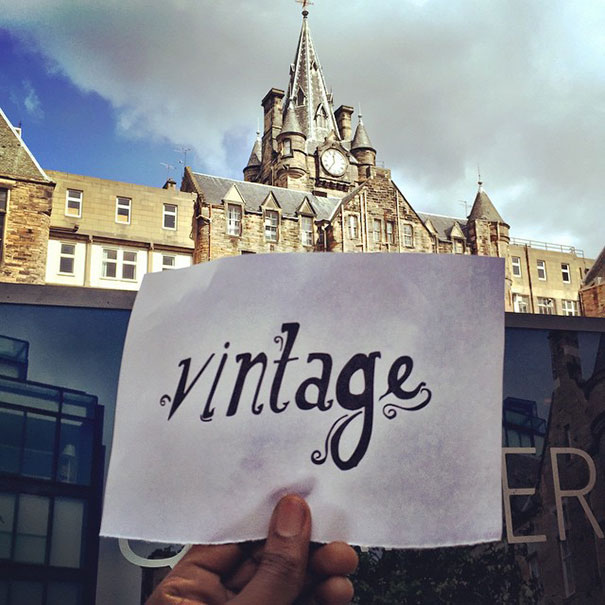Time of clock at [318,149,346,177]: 11:35
